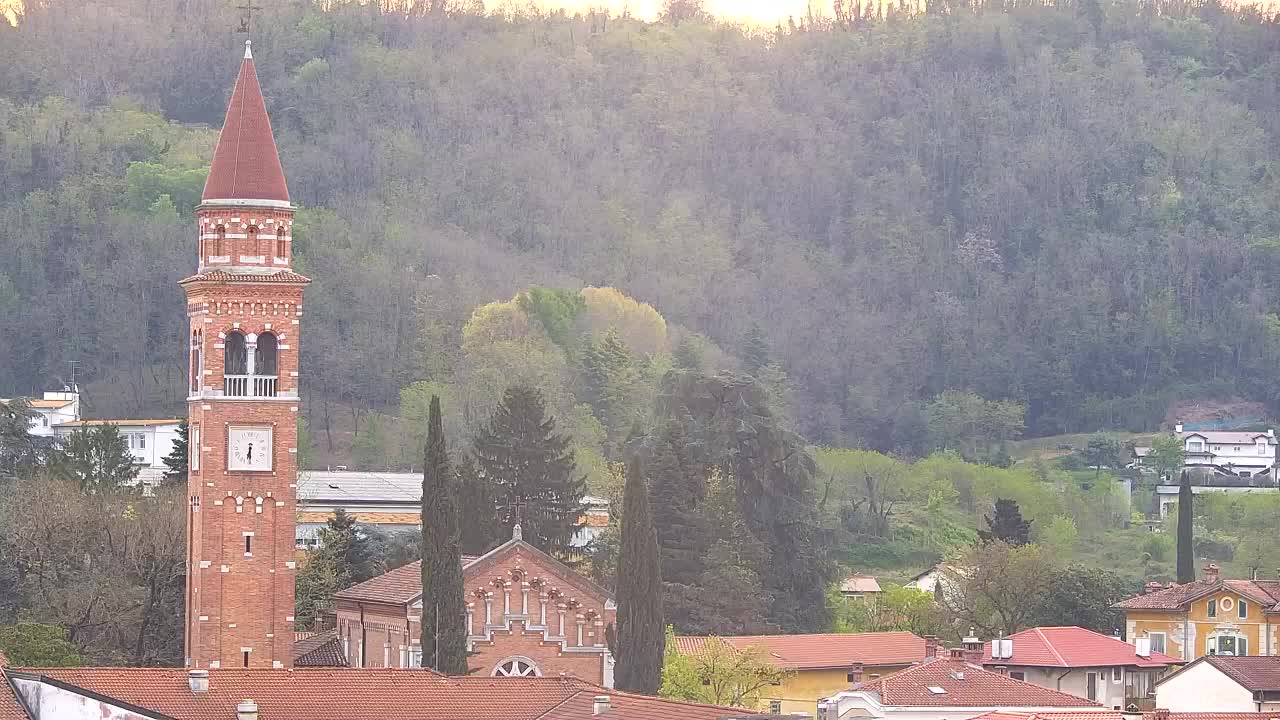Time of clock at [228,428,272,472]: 6:29
